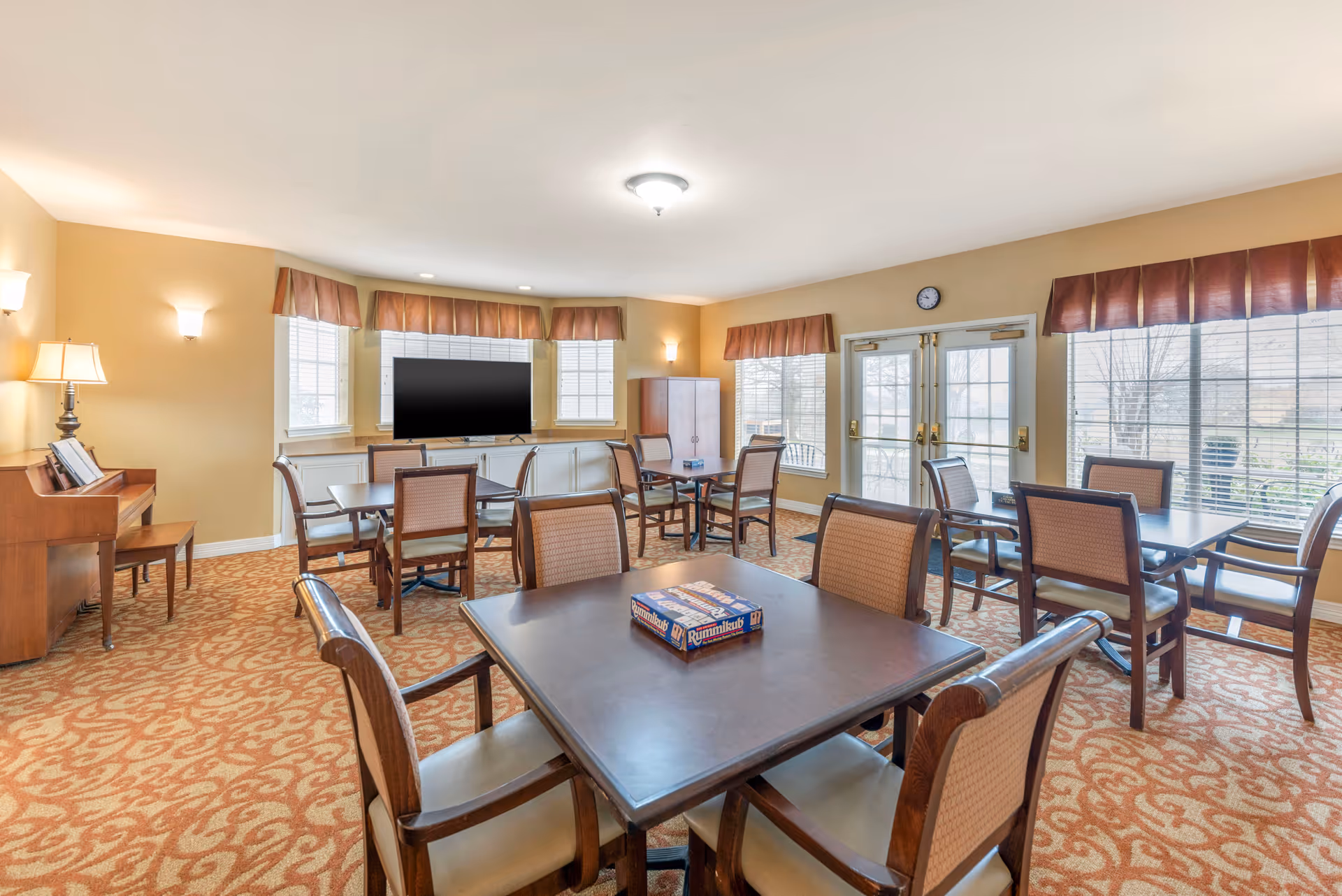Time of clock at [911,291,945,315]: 10:48
